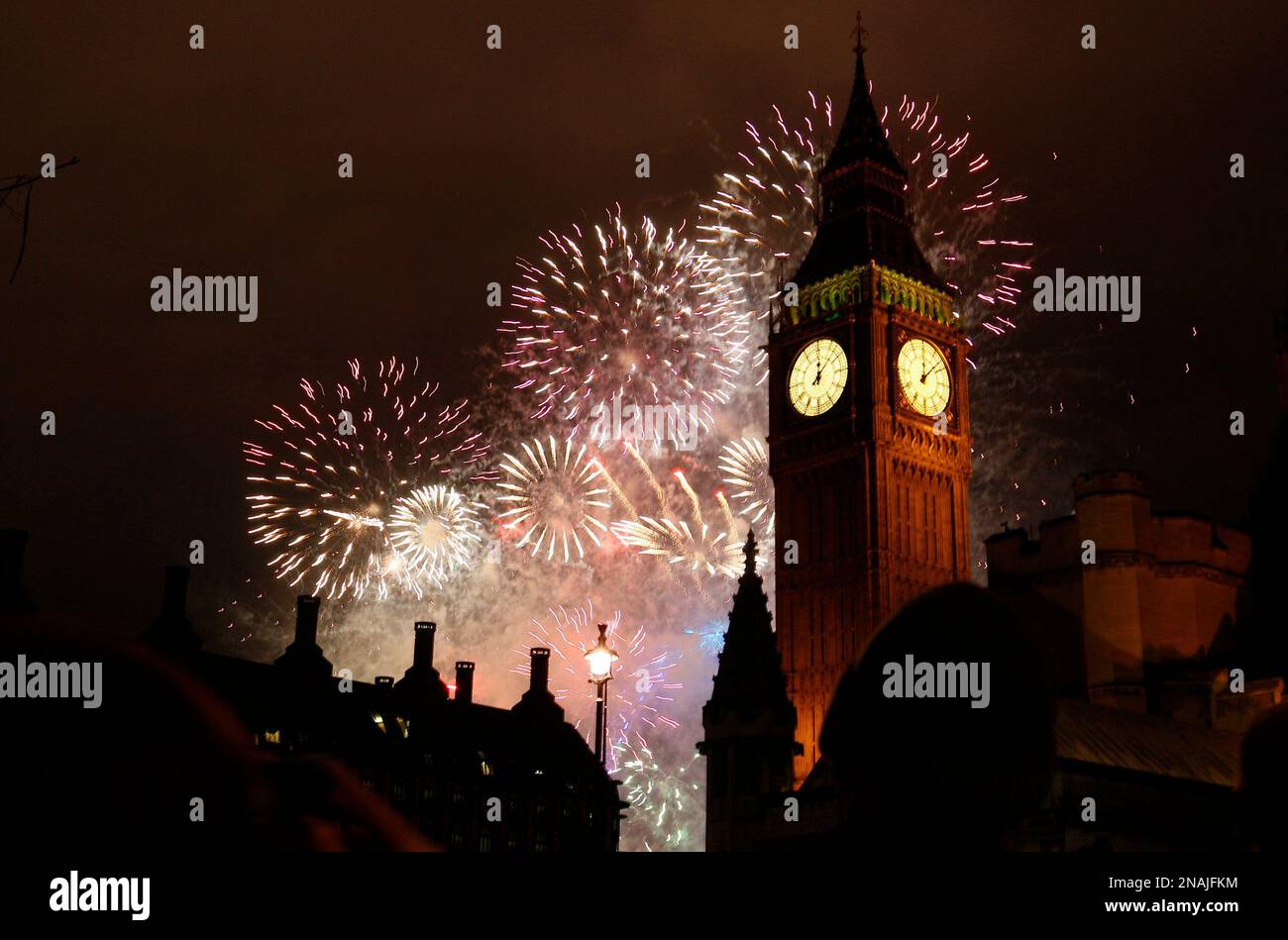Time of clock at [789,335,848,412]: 12:07
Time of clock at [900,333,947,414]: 12:07
